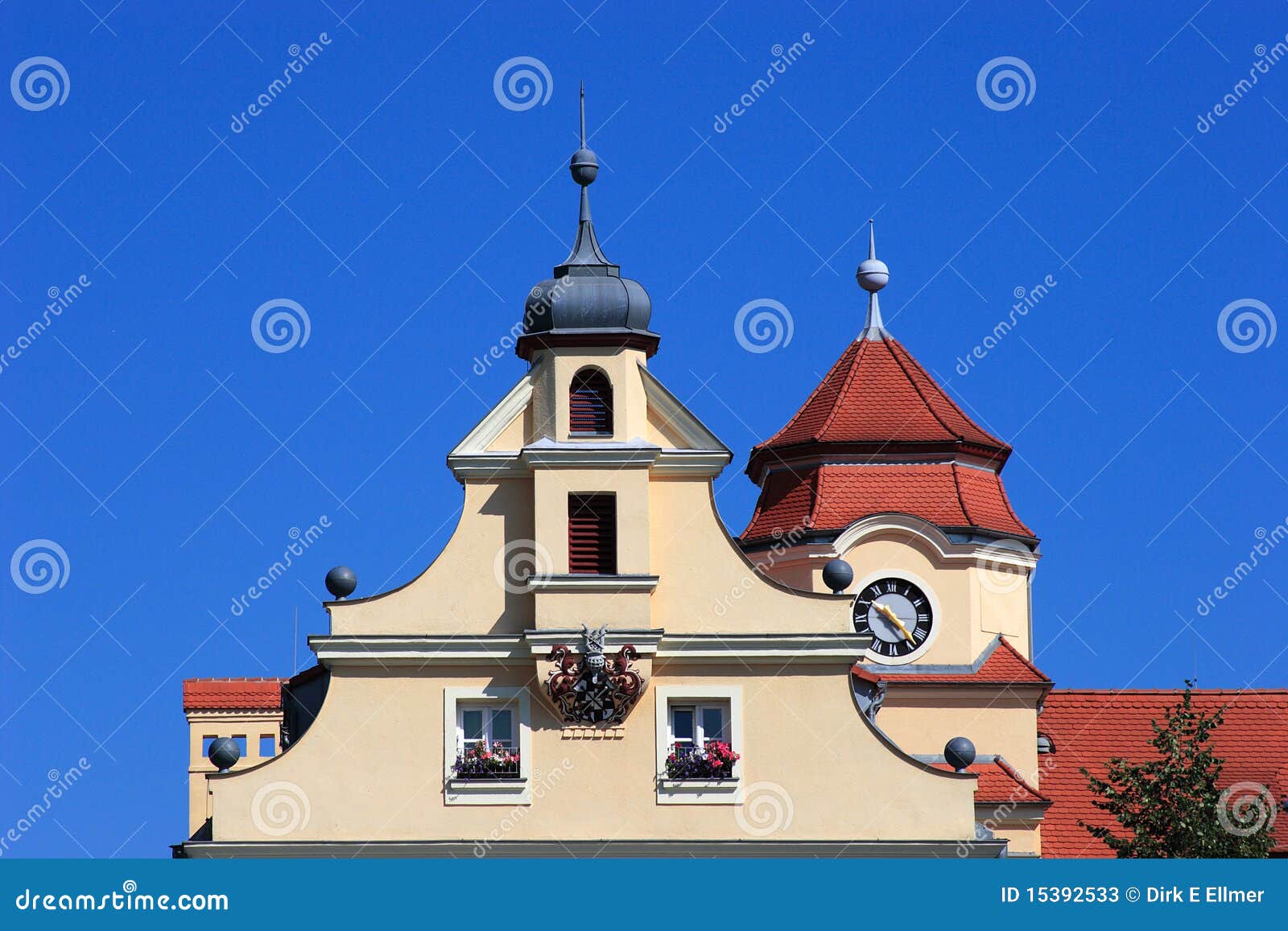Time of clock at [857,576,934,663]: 4:50
